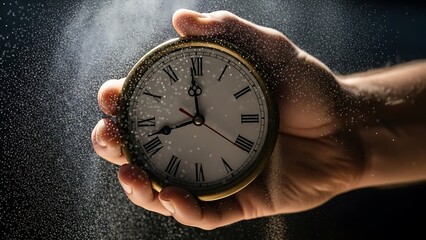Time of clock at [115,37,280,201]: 11:42
